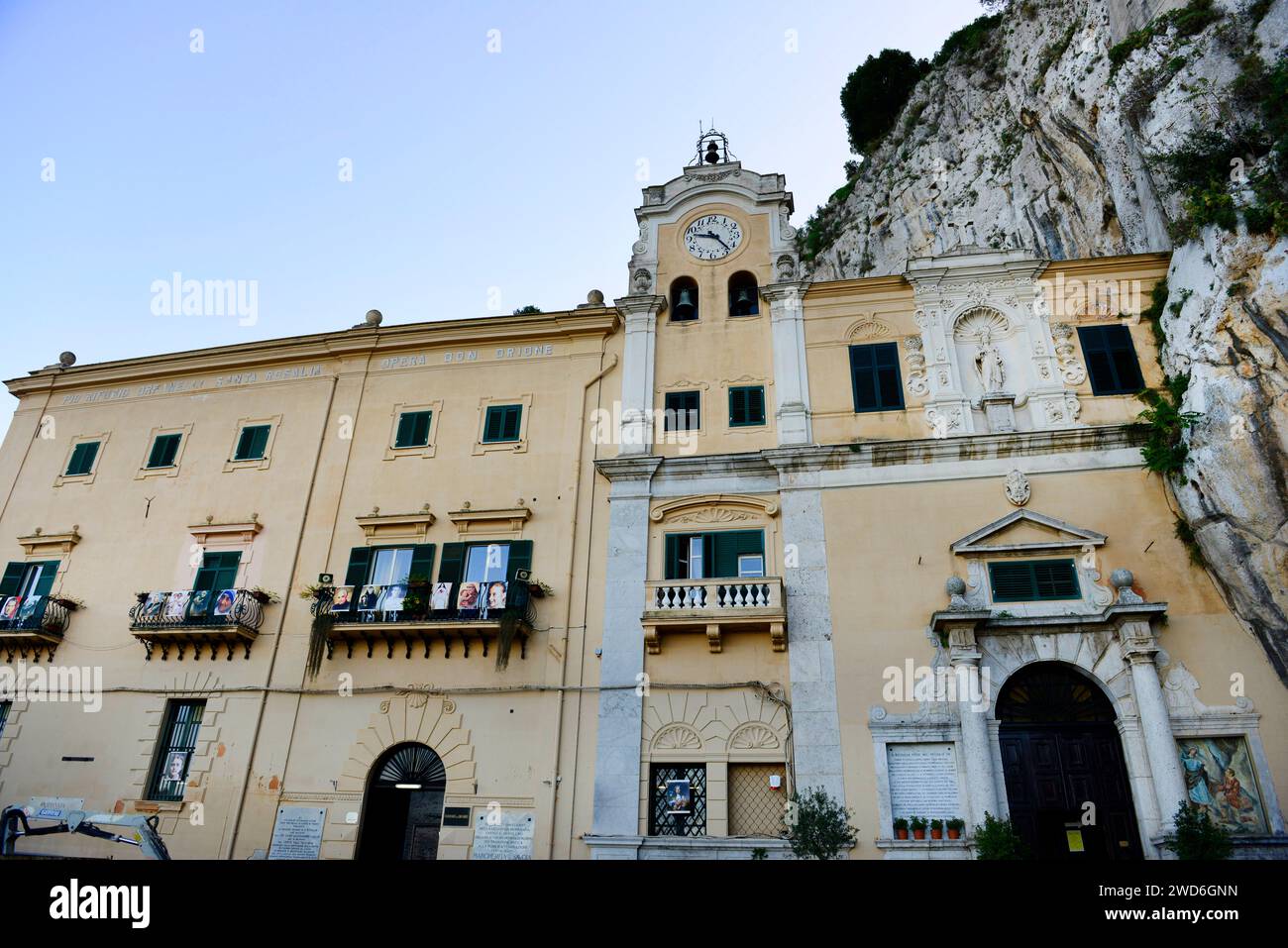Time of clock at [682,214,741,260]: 9:23
